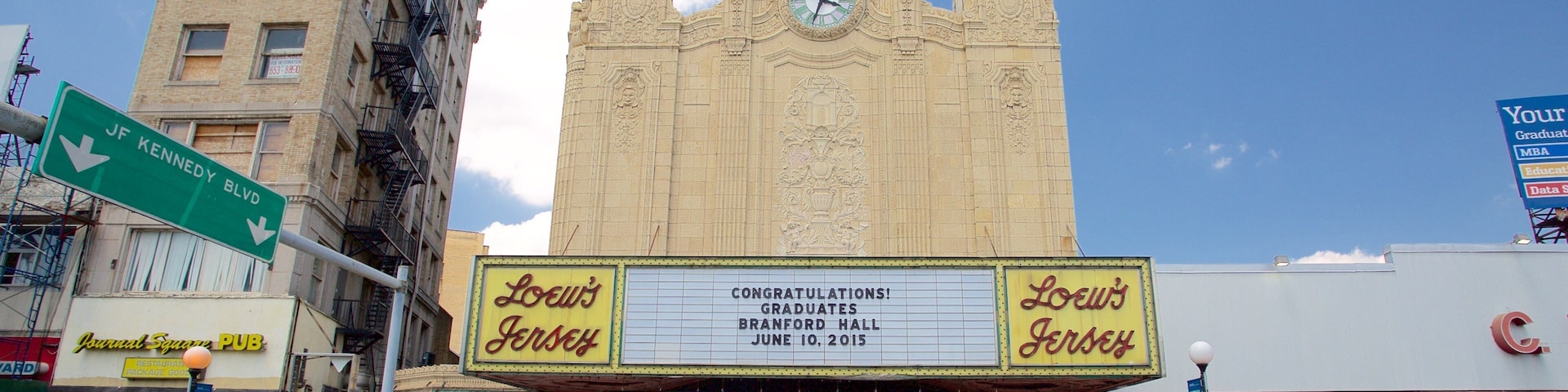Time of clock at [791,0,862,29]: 3:33
